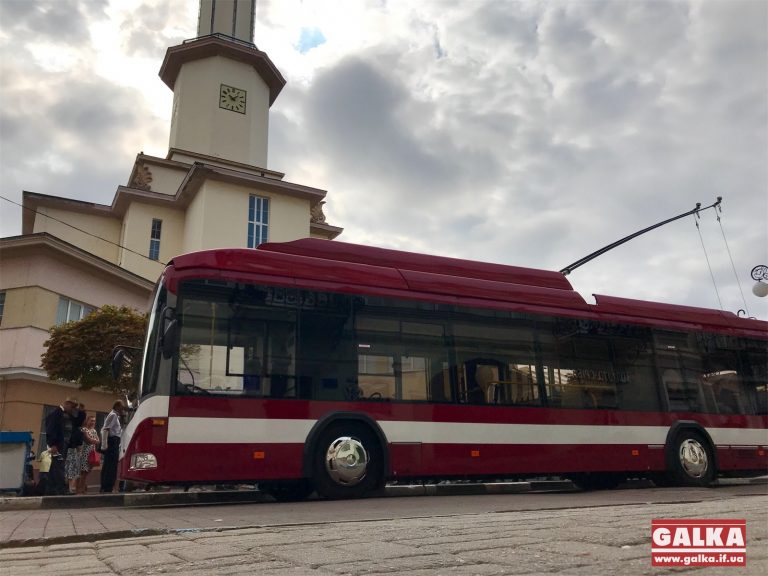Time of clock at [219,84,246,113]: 10:07
